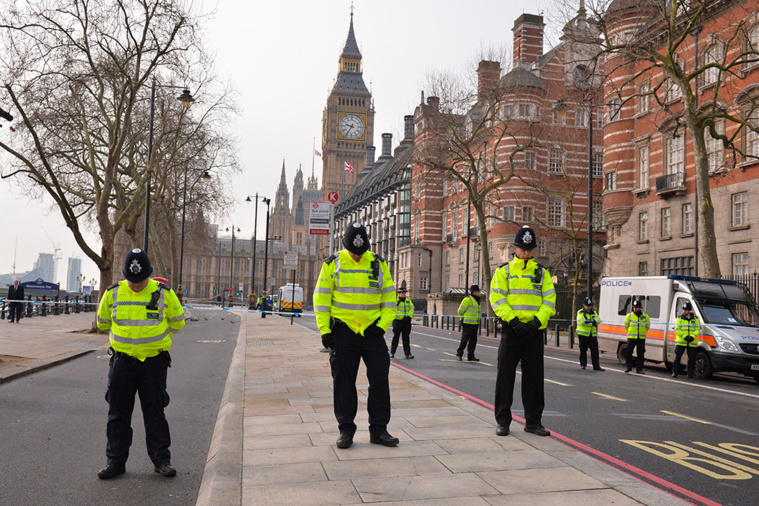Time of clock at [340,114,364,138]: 9:35
